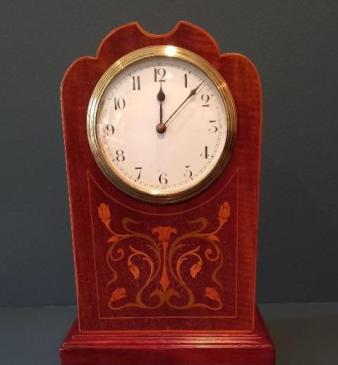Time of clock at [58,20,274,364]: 12:07
